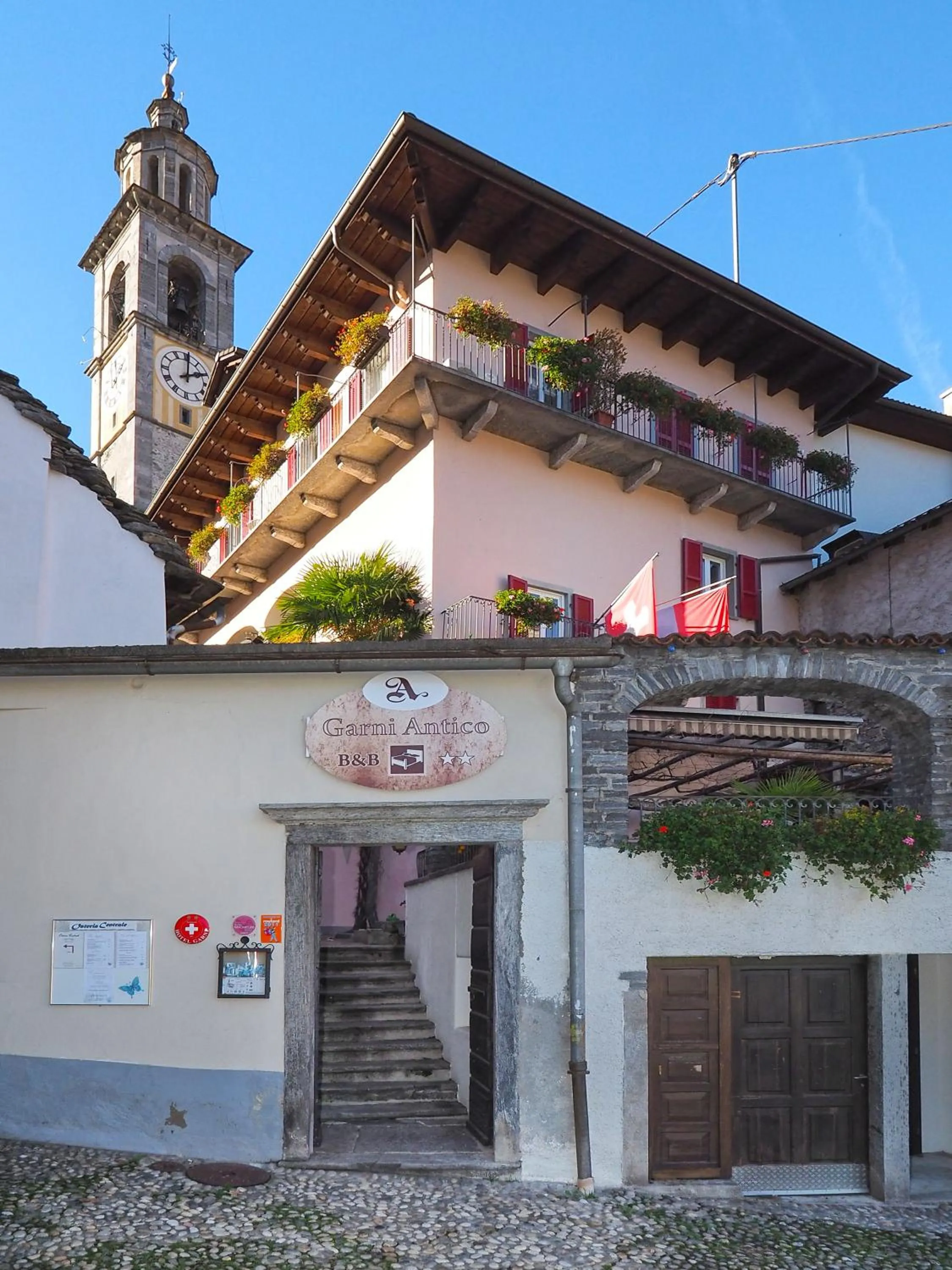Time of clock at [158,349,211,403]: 2:00
